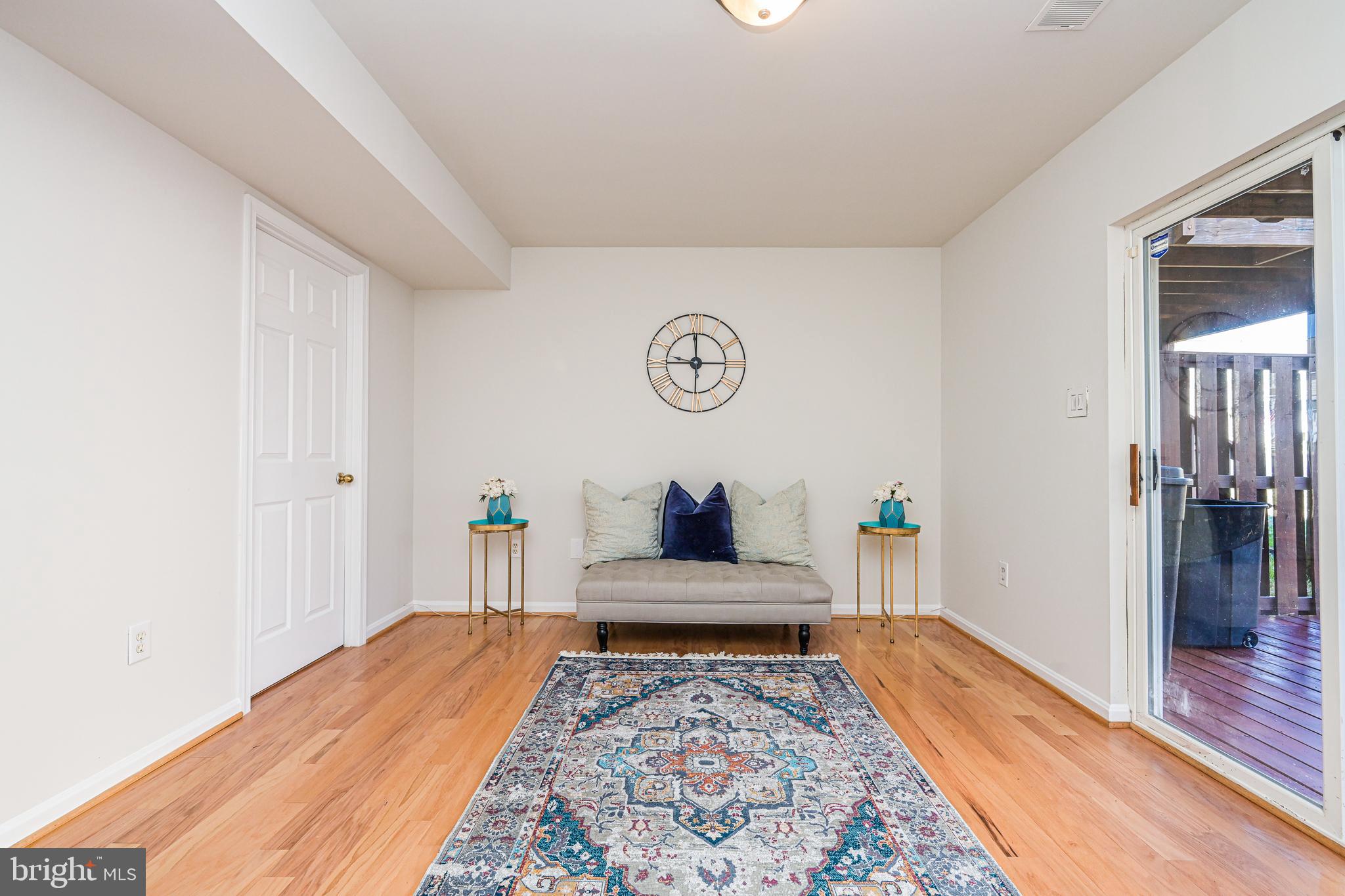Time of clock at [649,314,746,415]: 9:00
